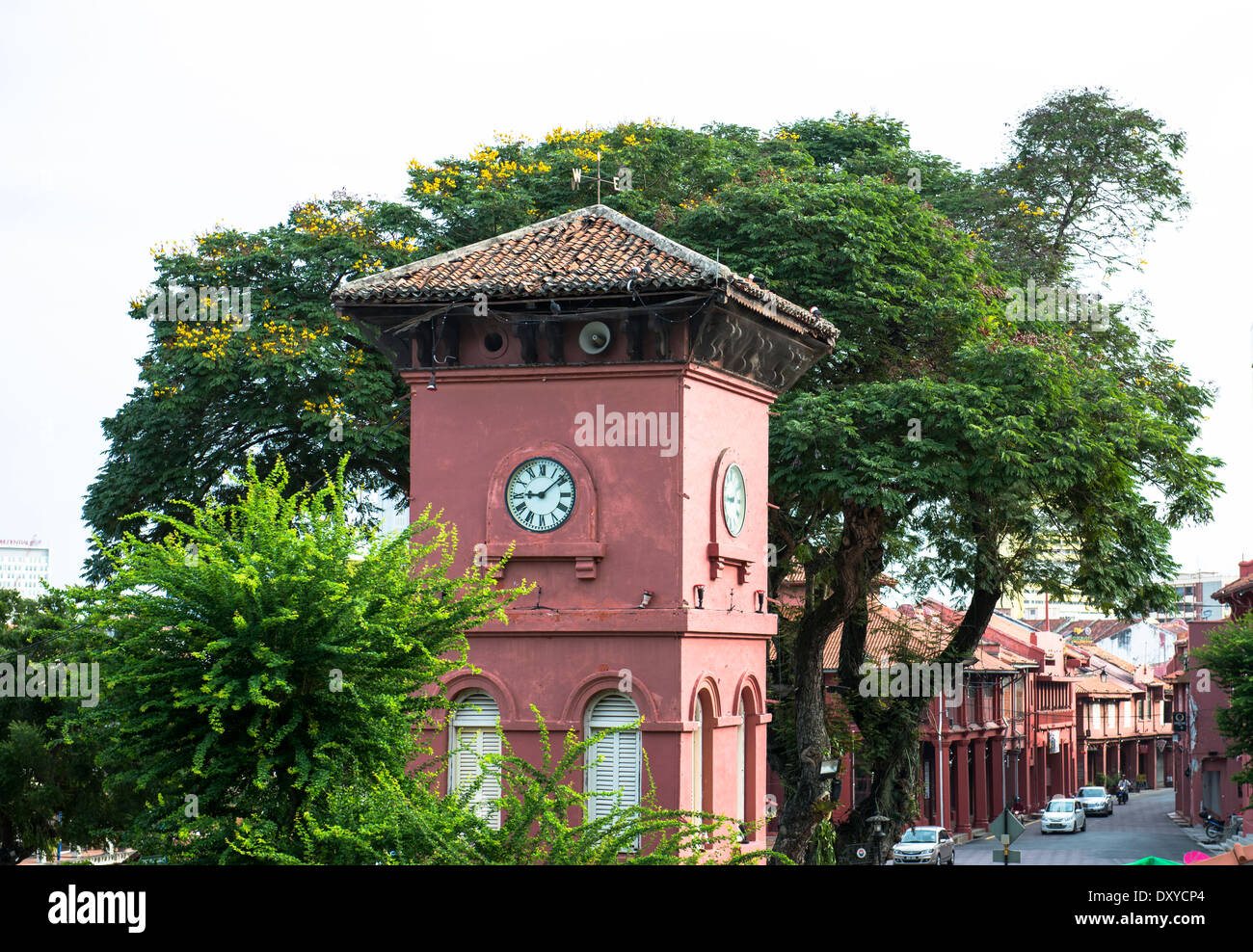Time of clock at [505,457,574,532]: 9:08
